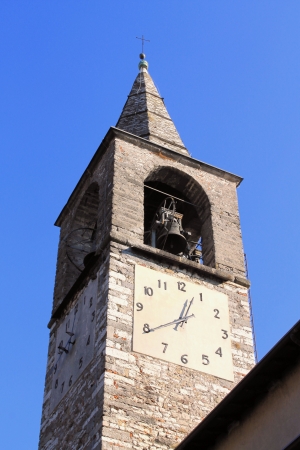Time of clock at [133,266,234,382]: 12:39
